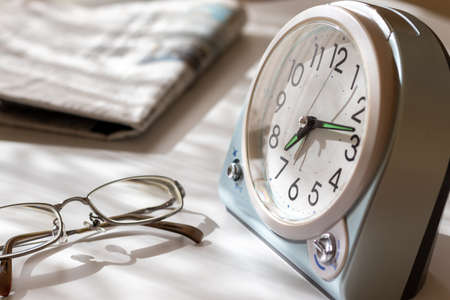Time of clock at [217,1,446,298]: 7:13
